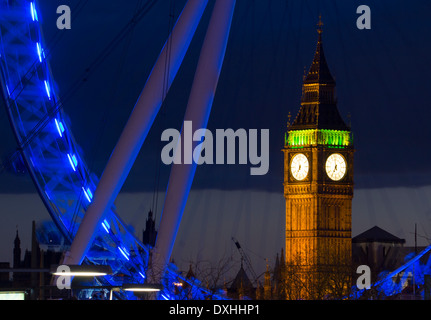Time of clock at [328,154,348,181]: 6:59
